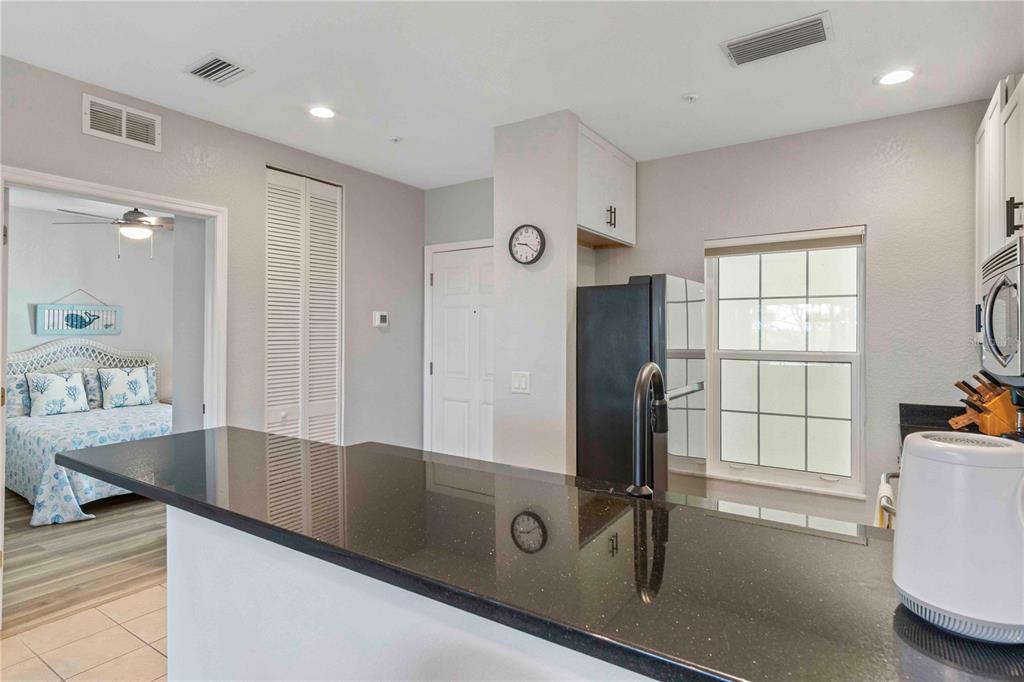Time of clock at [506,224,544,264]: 9:21
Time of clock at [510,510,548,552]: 8:08
